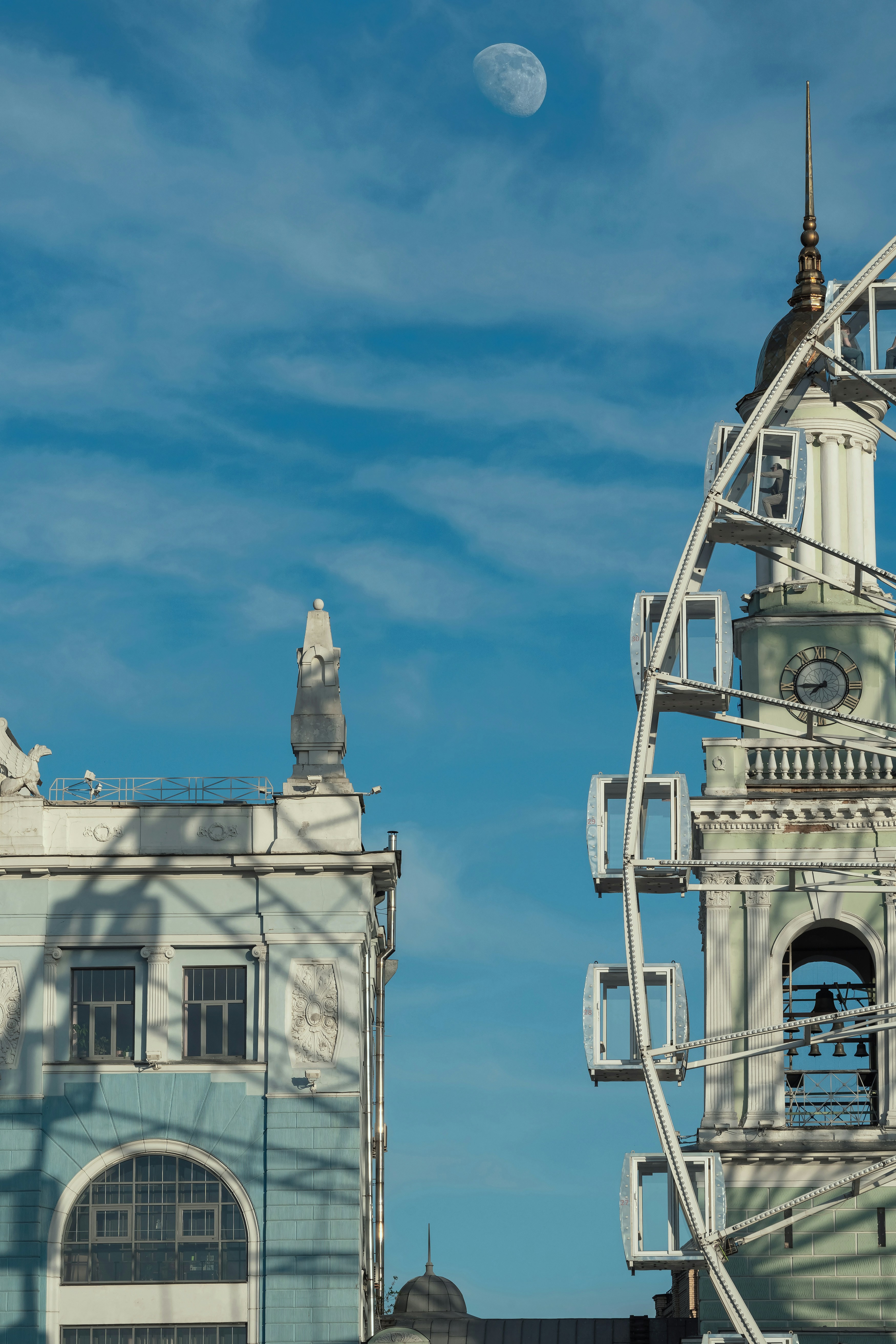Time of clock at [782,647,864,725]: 7:44
